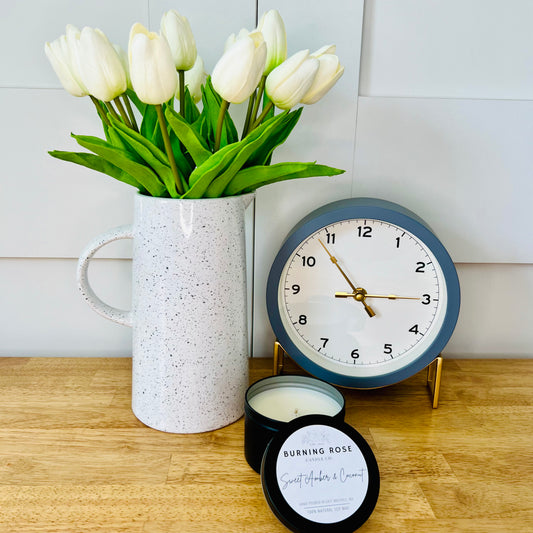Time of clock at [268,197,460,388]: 2:53
